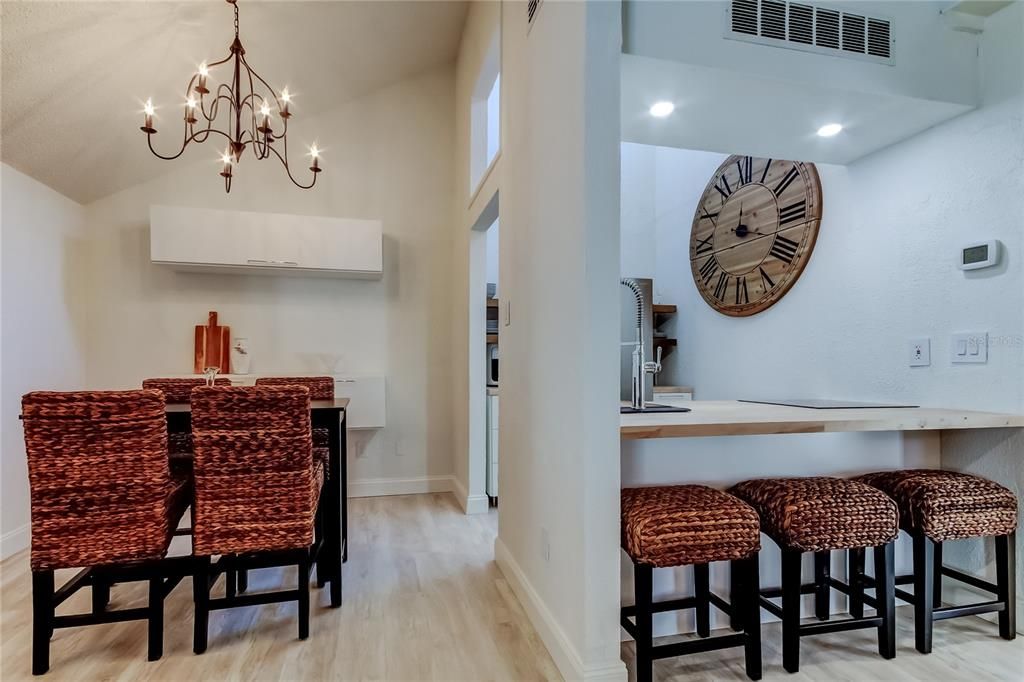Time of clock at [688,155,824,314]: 12:18
